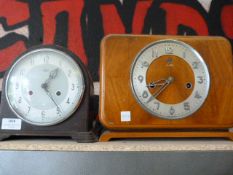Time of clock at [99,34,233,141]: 8:37
